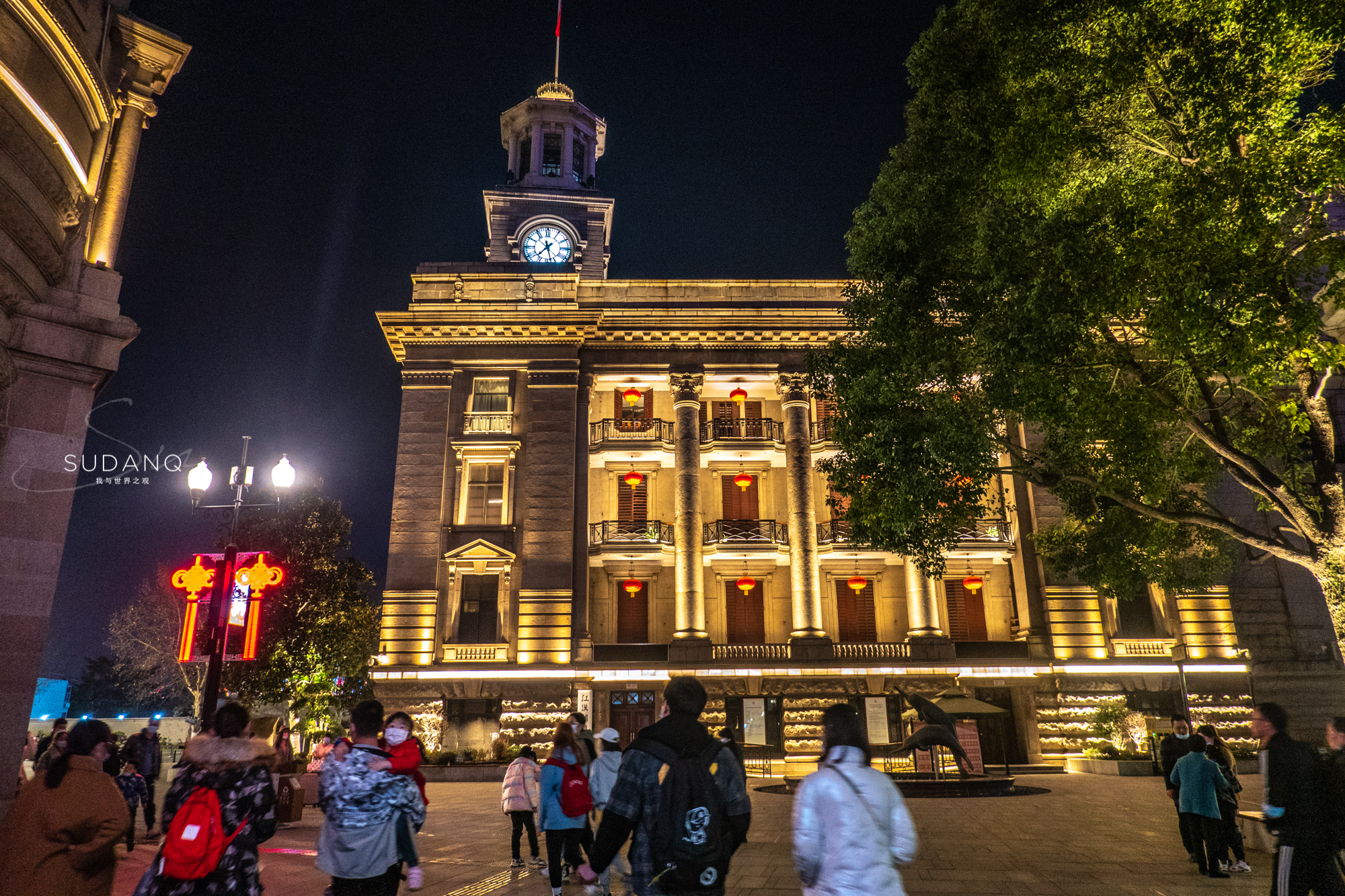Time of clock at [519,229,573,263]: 7:27
